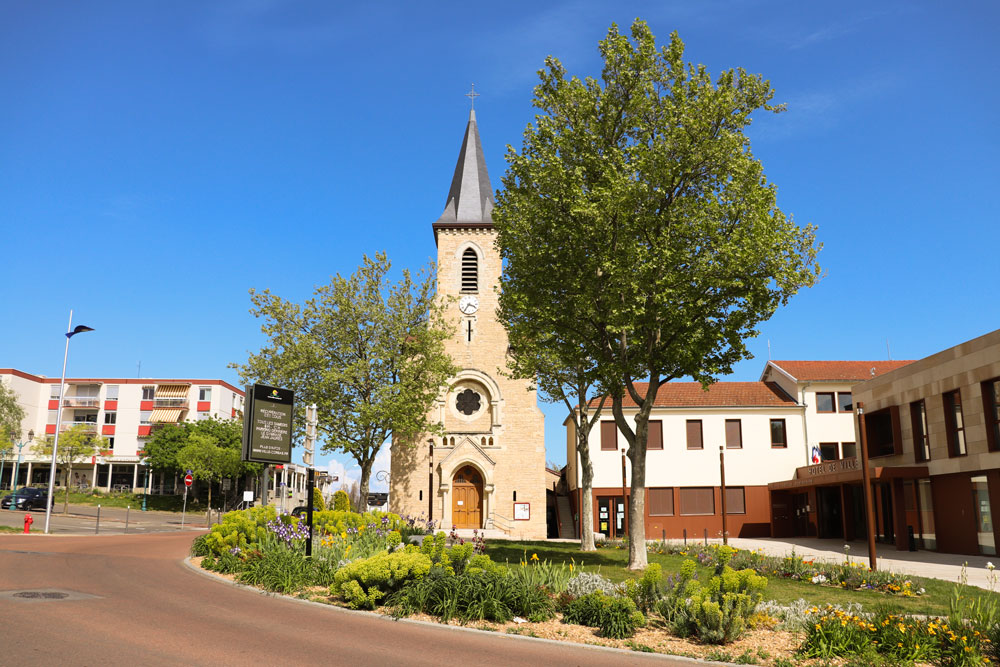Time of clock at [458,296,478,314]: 3:35
